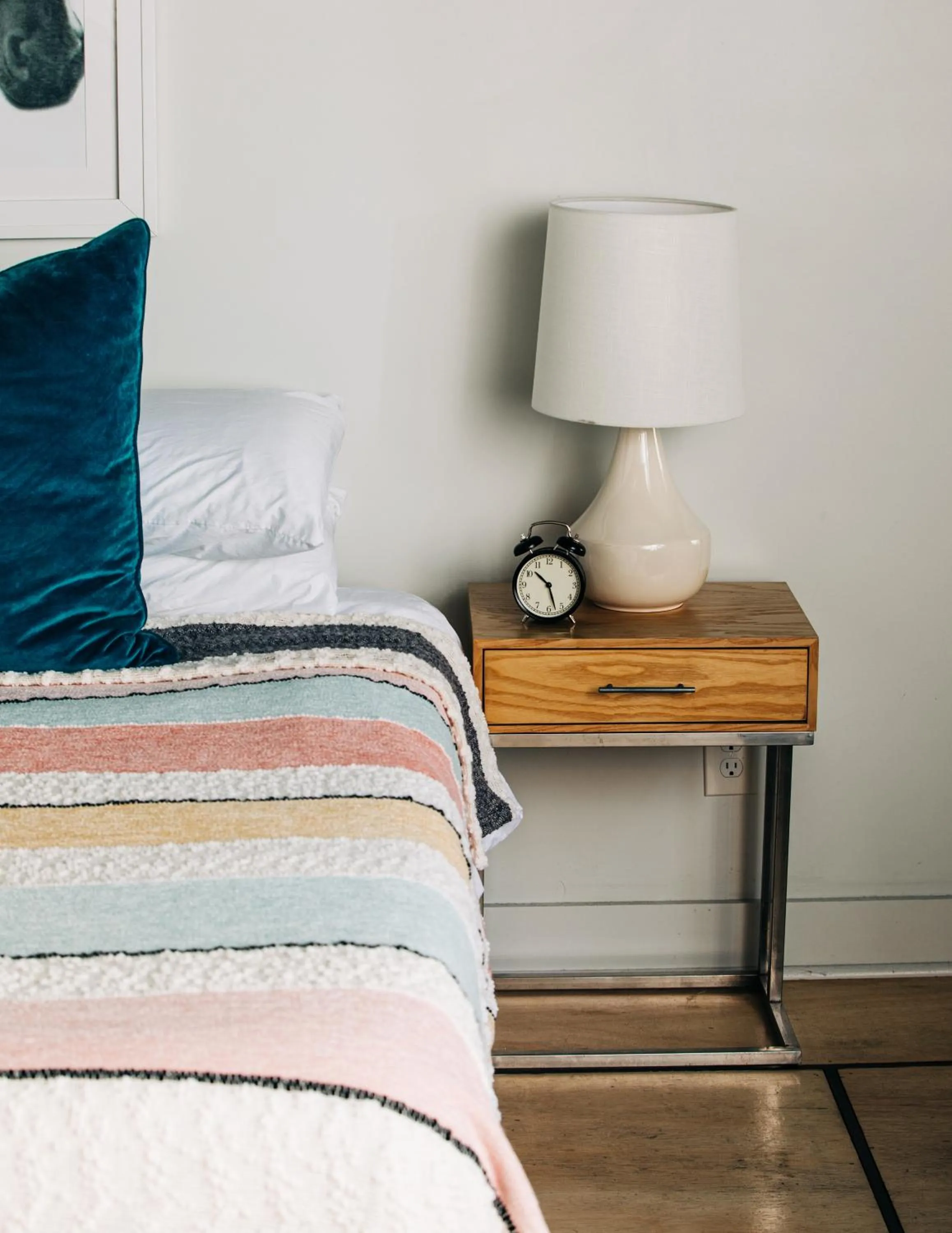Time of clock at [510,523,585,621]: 10:27
